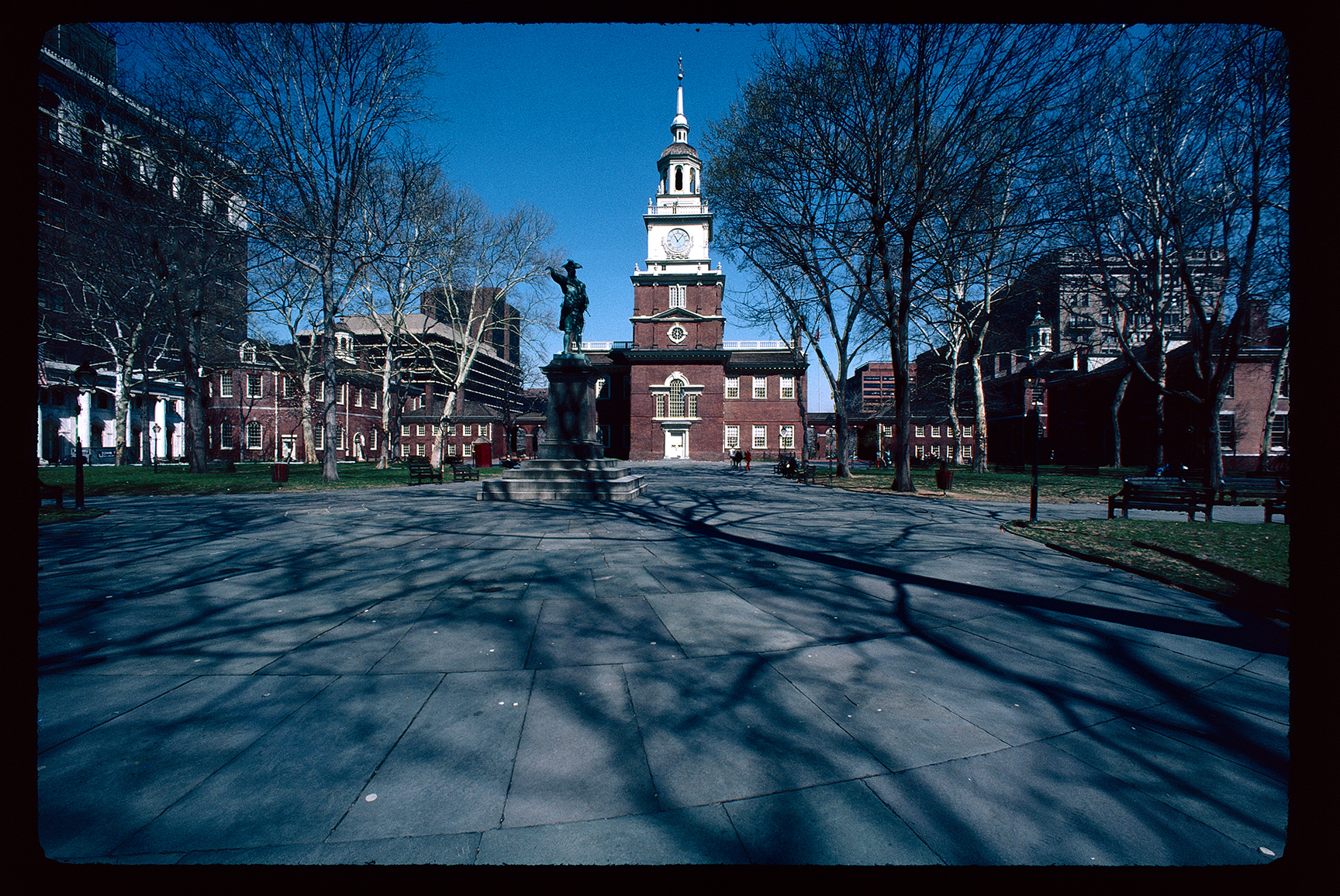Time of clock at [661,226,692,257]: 11:06
